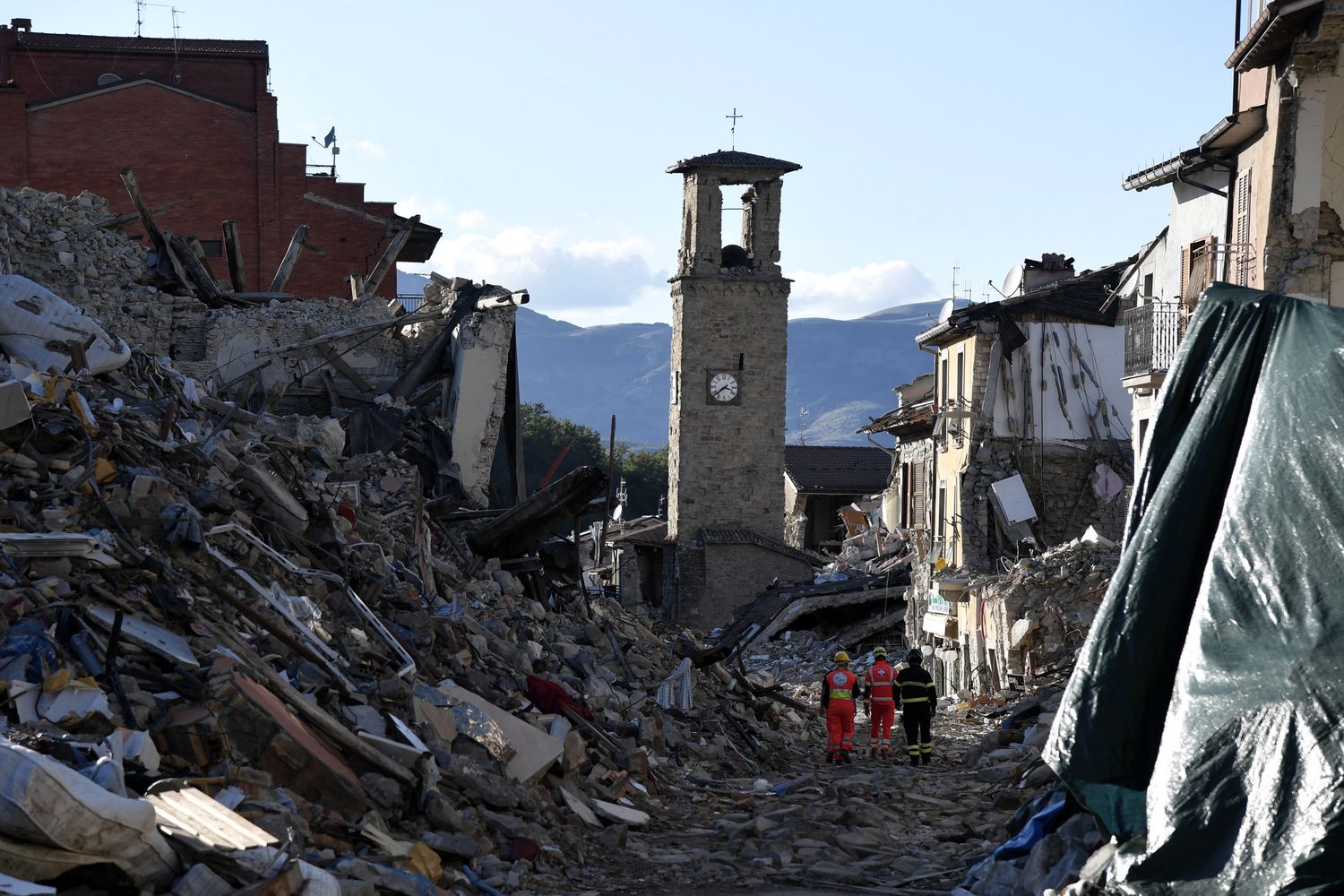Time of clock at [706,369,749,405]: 3:38
